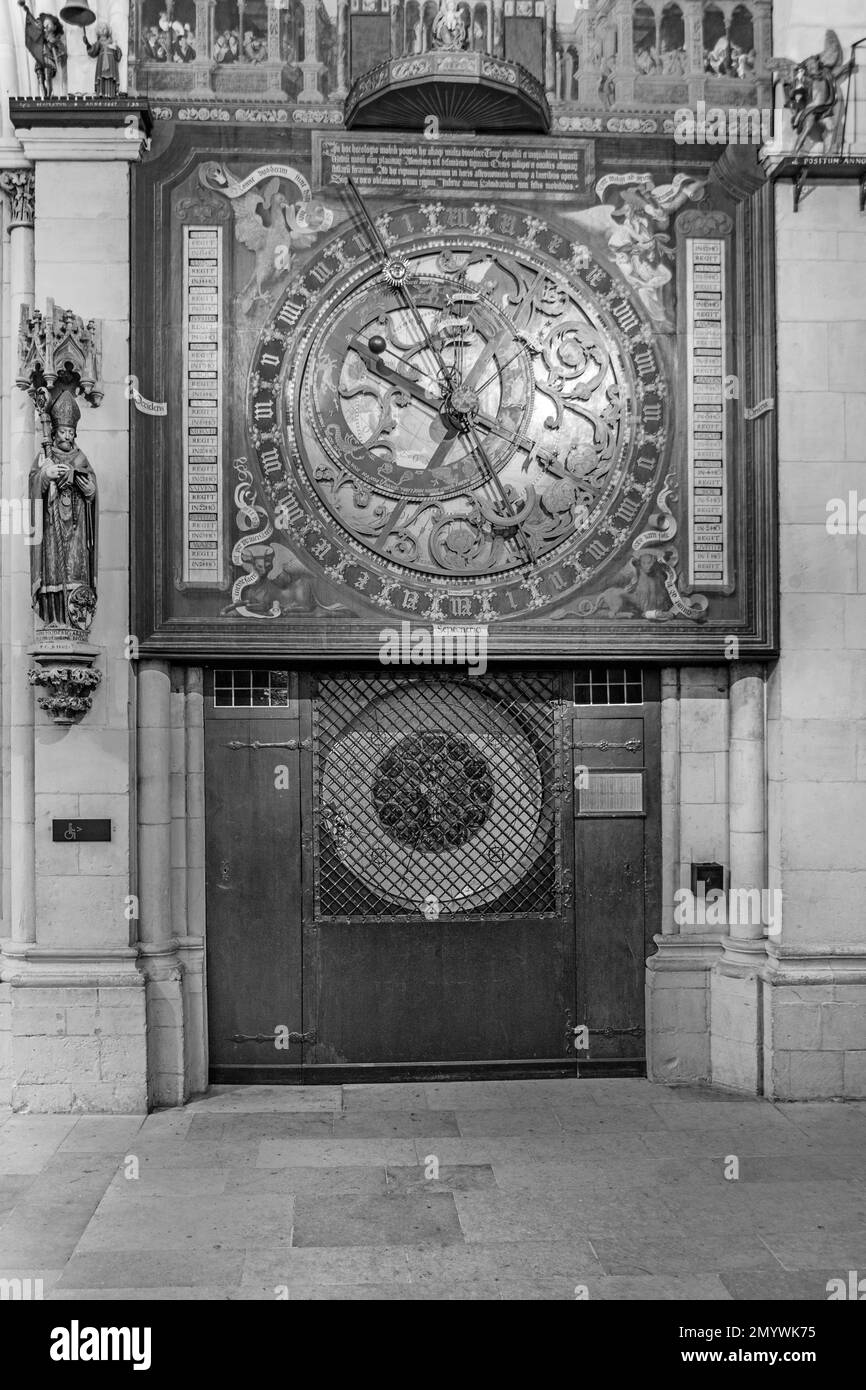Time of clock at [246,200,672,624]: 9:56
